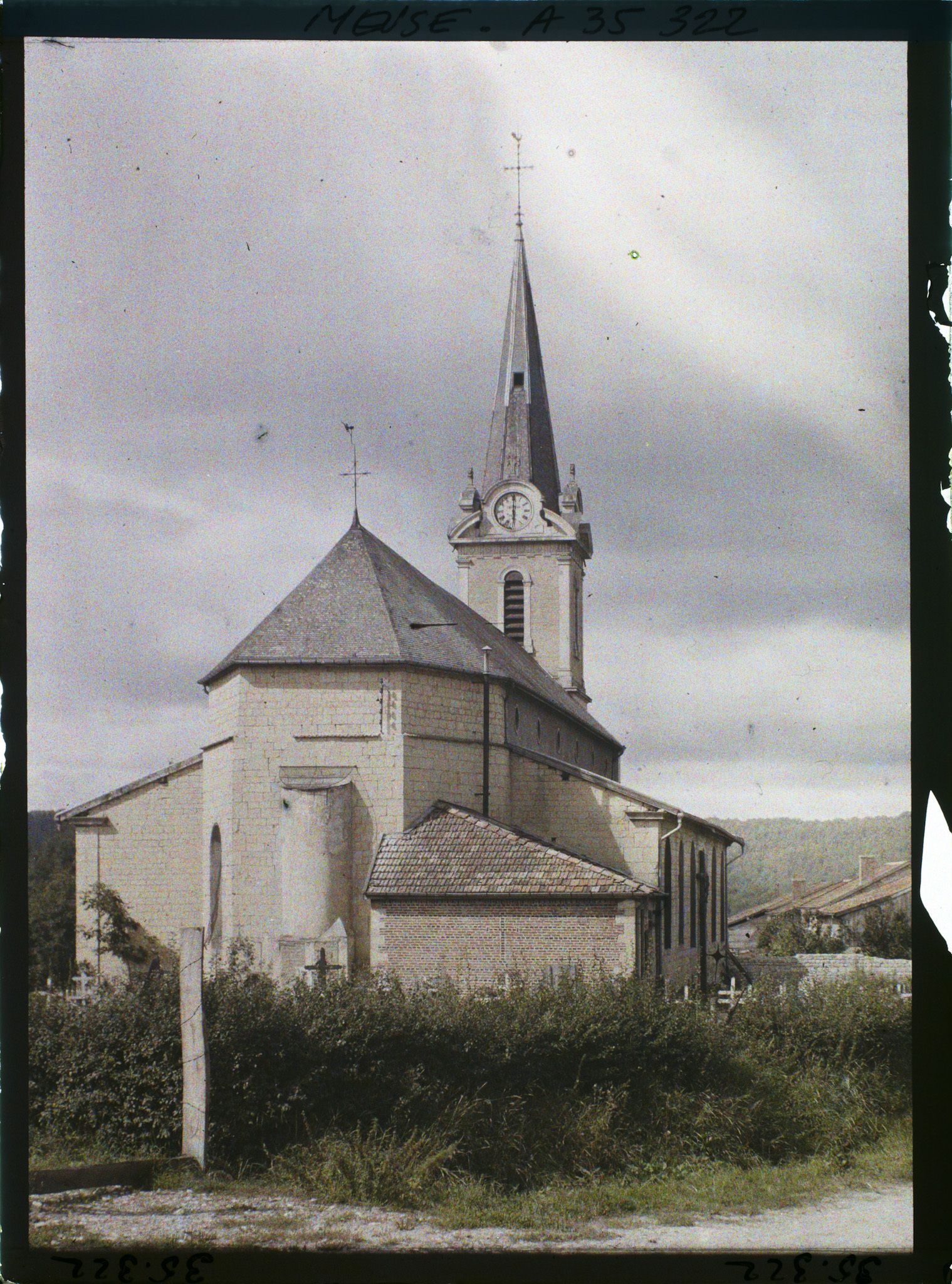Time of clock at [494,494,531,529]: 6:00
